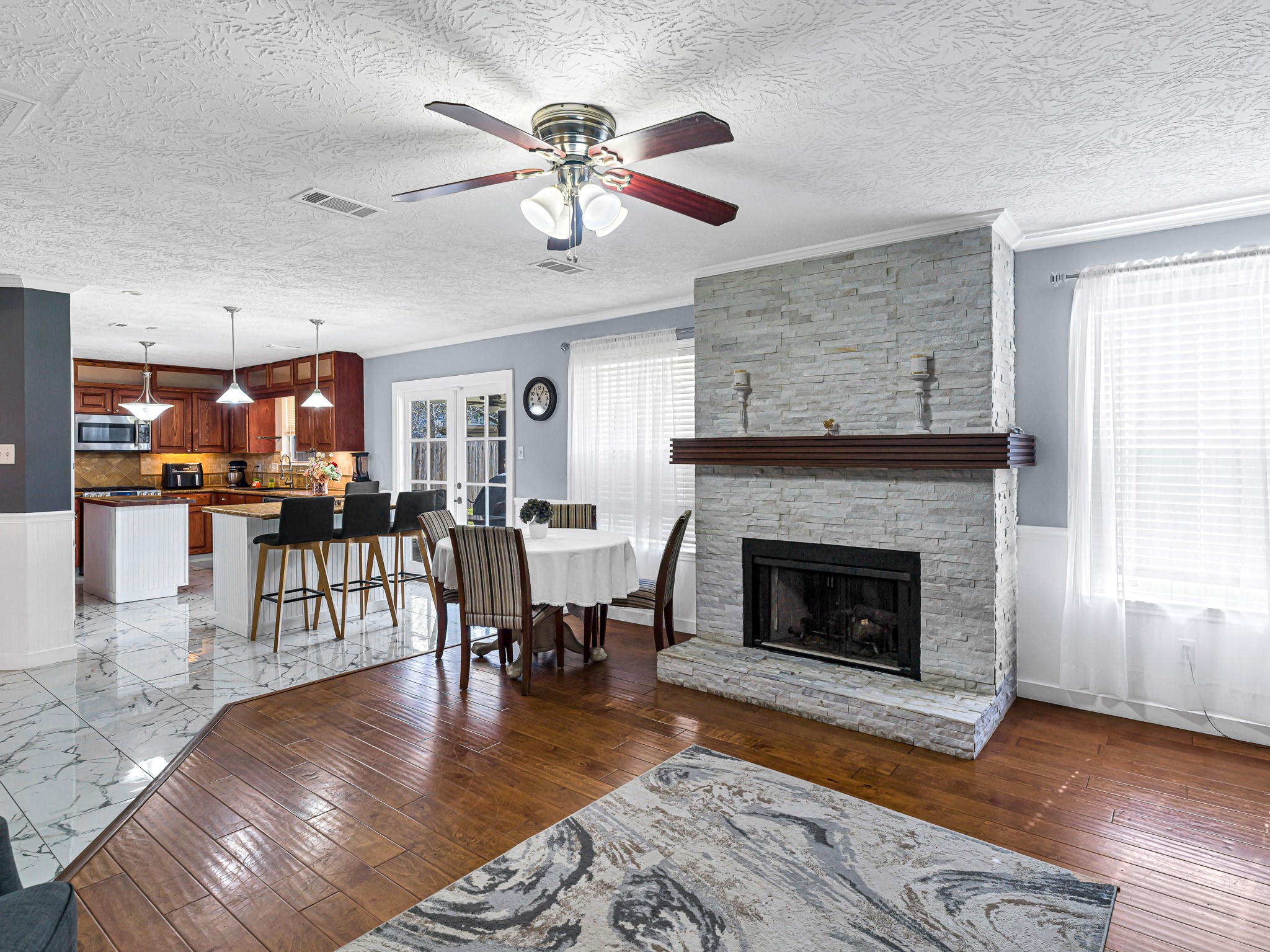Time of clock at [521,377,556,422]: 11:06
